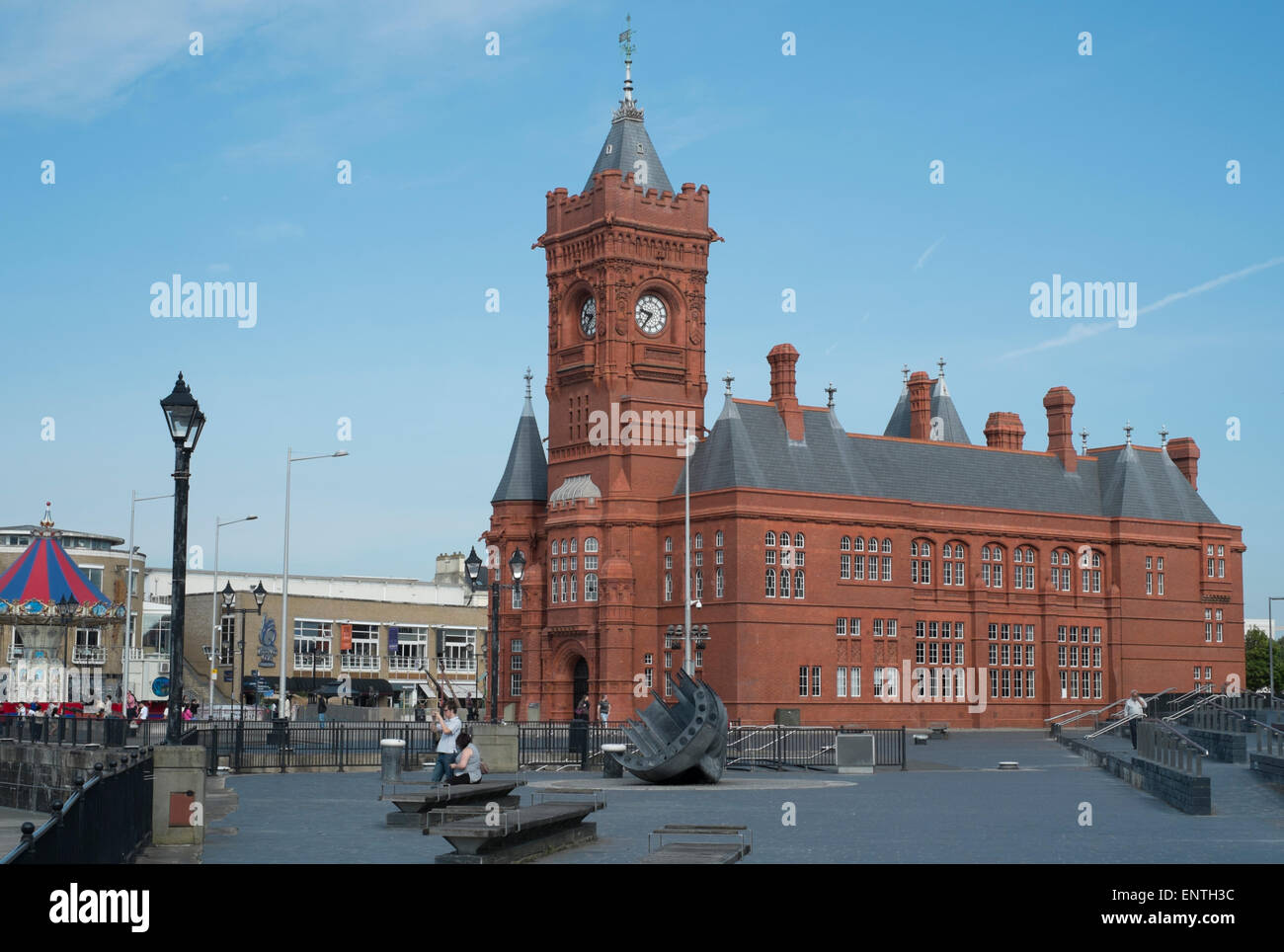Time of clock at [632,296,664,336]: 9:36
